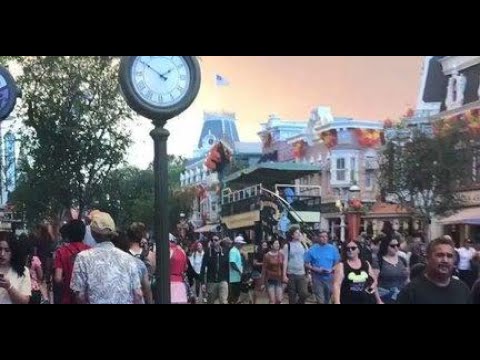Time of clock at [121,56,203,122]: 1:50
